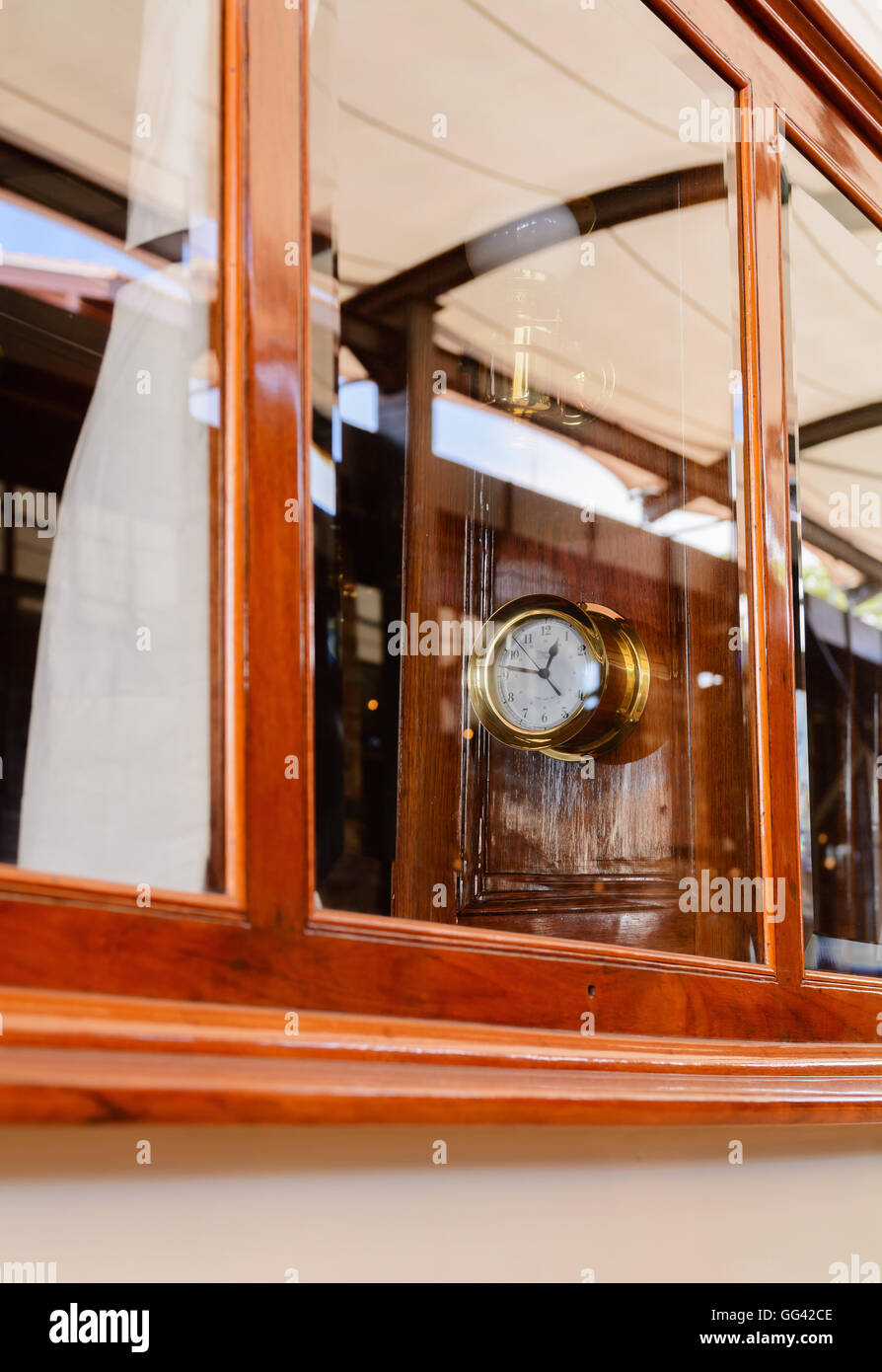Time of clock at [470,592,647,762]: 12:46
